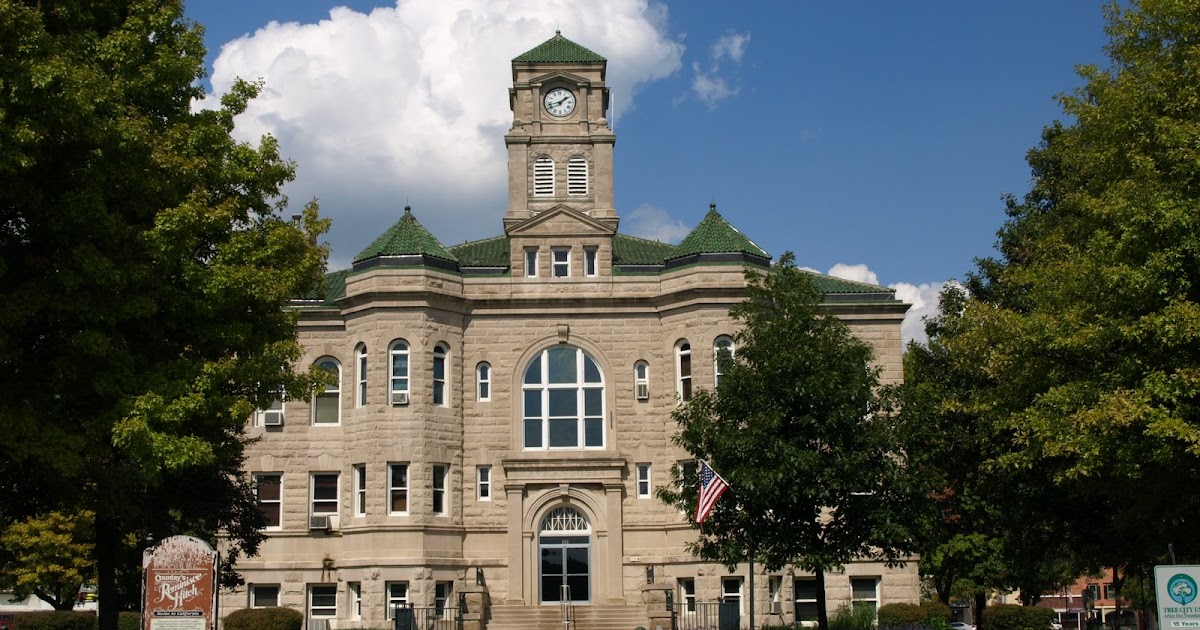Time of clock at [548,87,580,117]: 1:42
